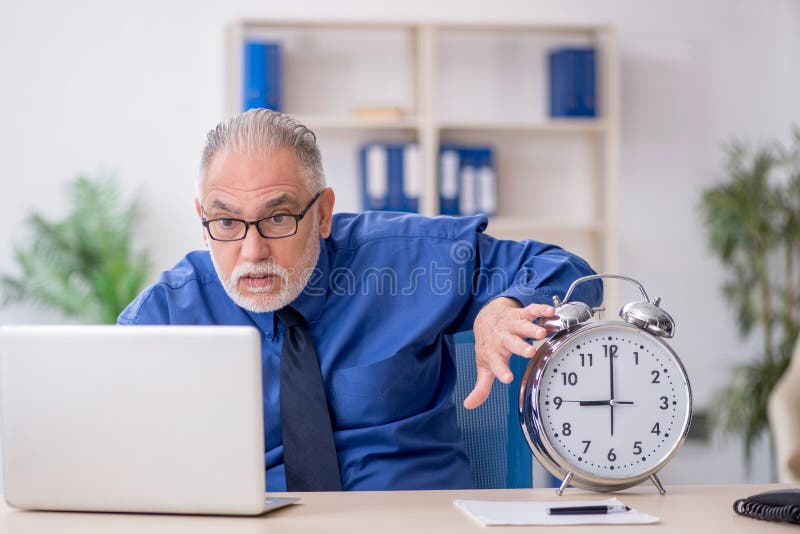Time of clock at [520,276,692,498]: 9:00
